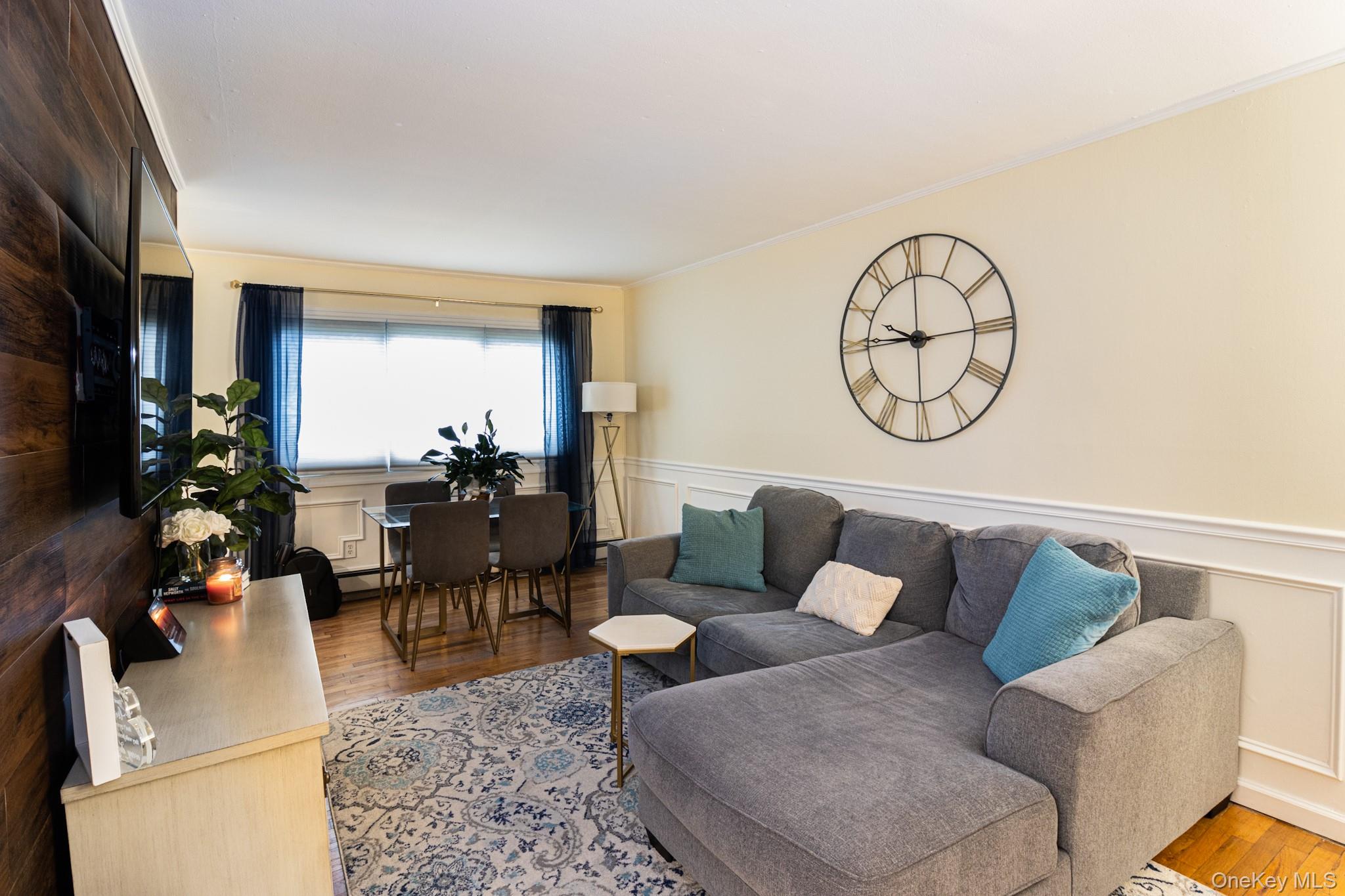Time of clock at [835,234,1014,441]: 9:45
